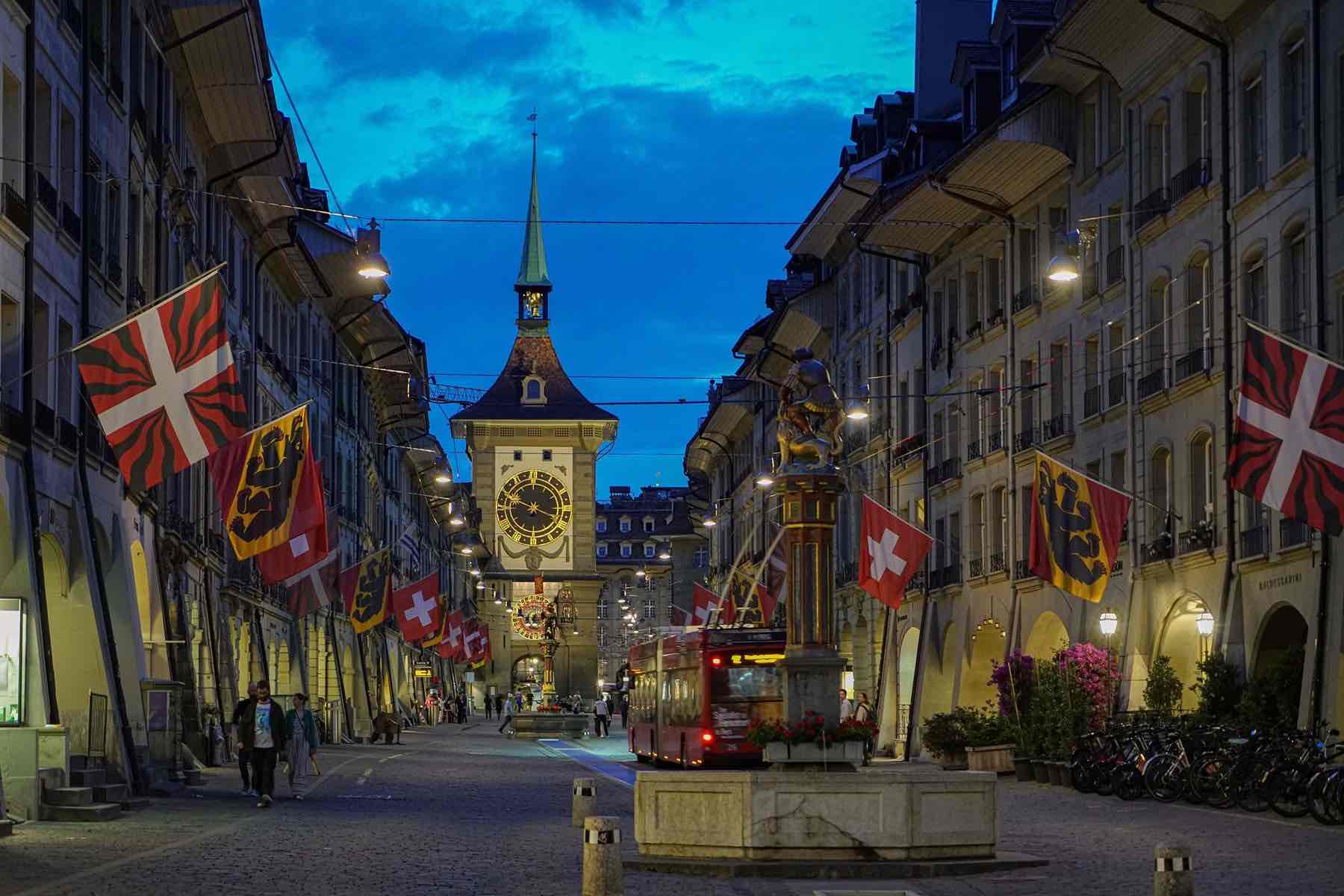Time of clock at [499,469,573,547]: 3:48
